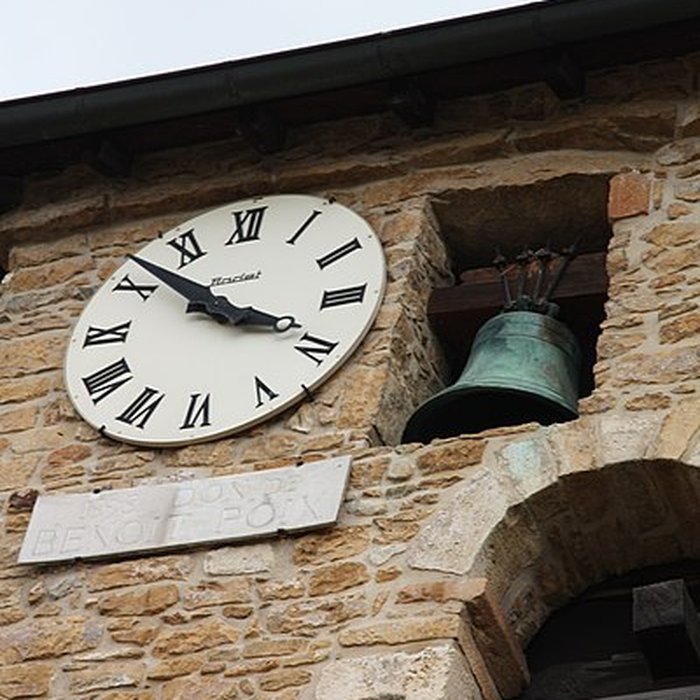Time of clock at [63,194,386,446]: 3:52
